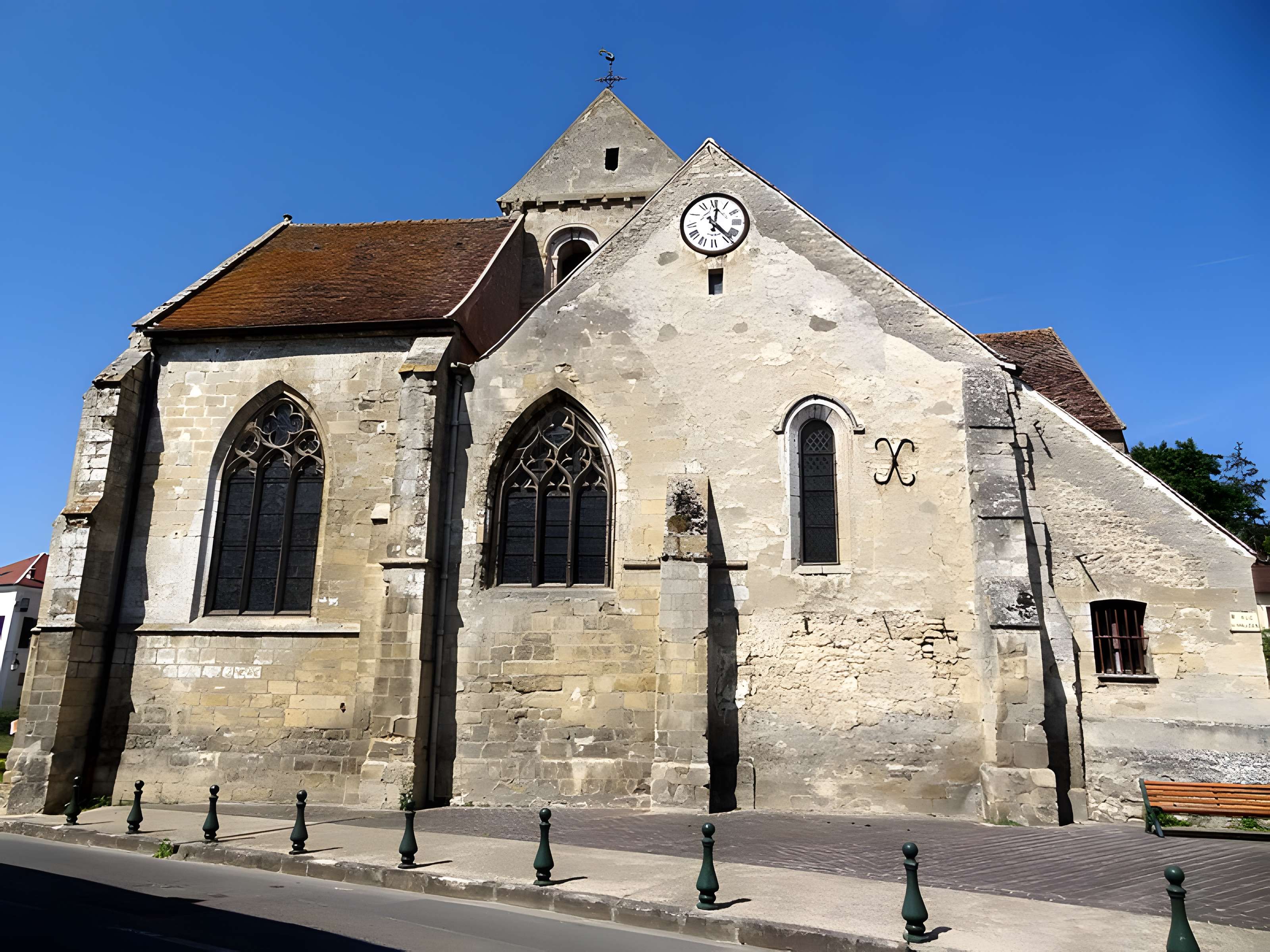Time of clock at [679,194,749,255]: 12:22
